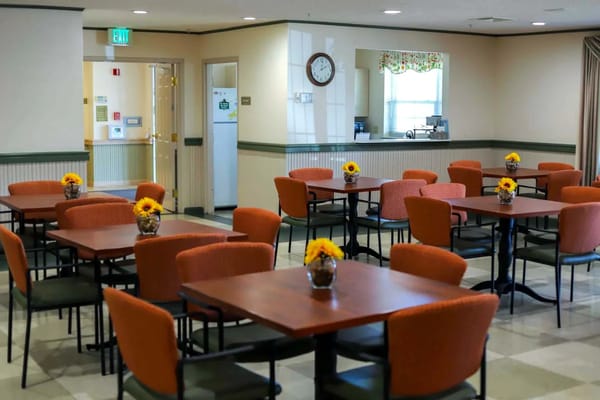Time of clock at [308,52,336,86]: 2:01
